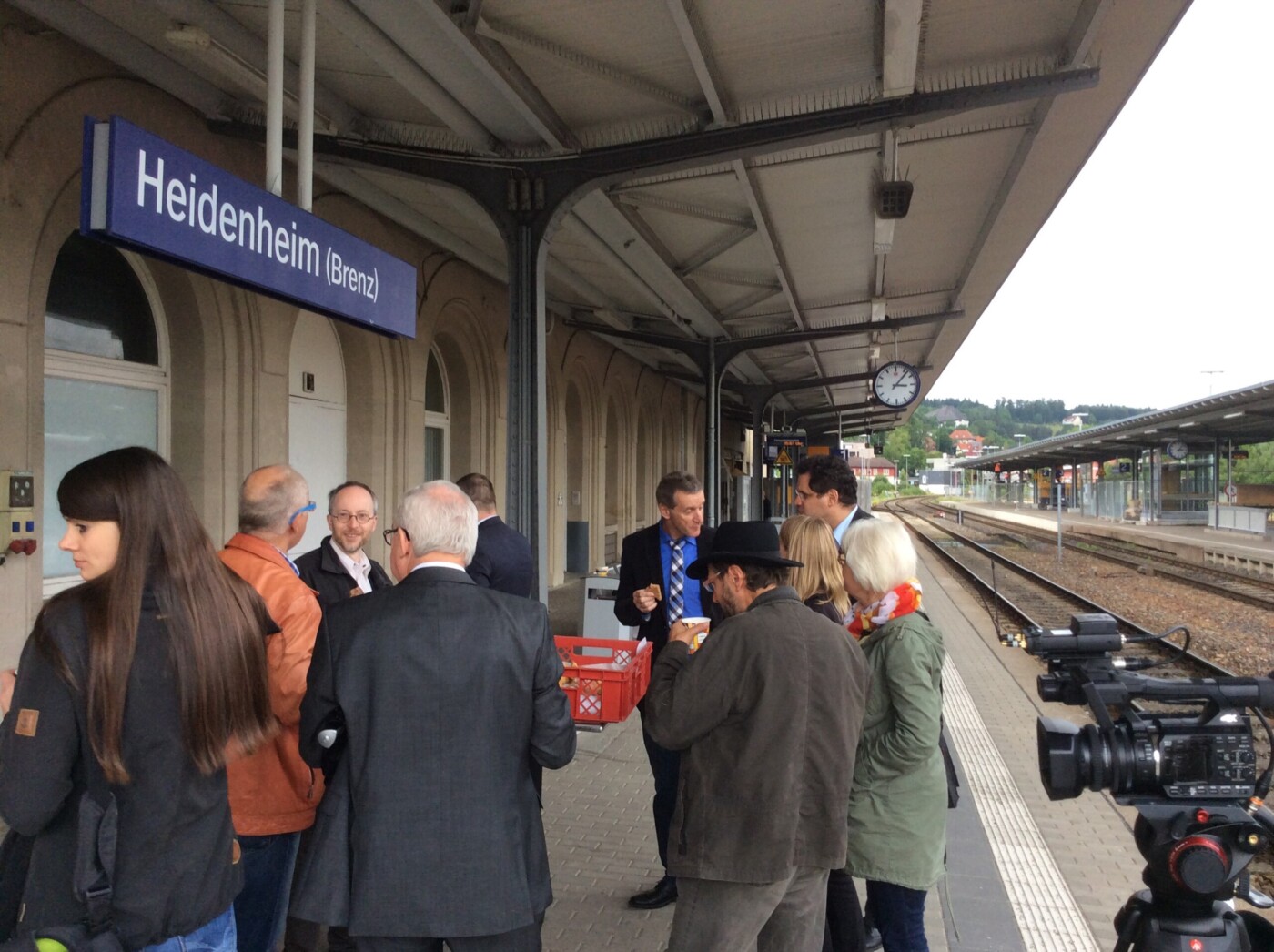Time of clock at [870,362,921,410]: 3:06
